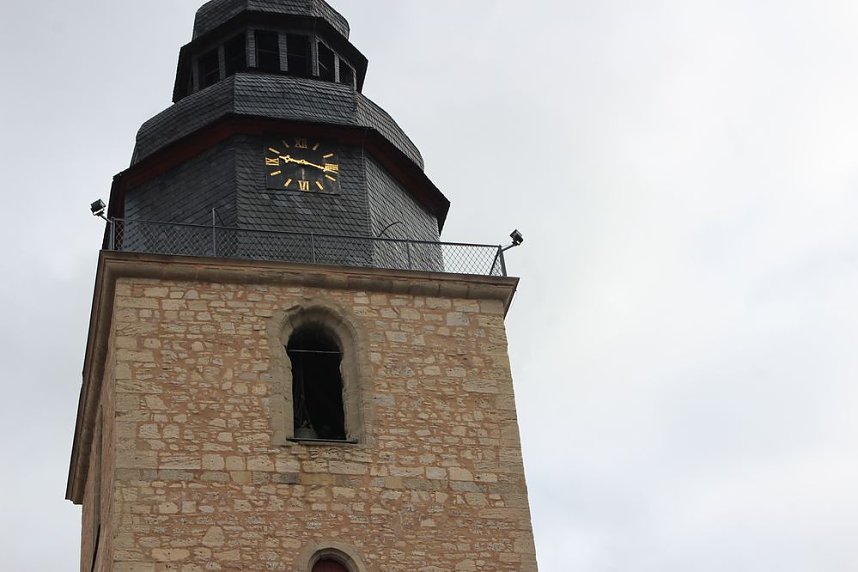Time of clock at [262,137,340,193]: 9:17
